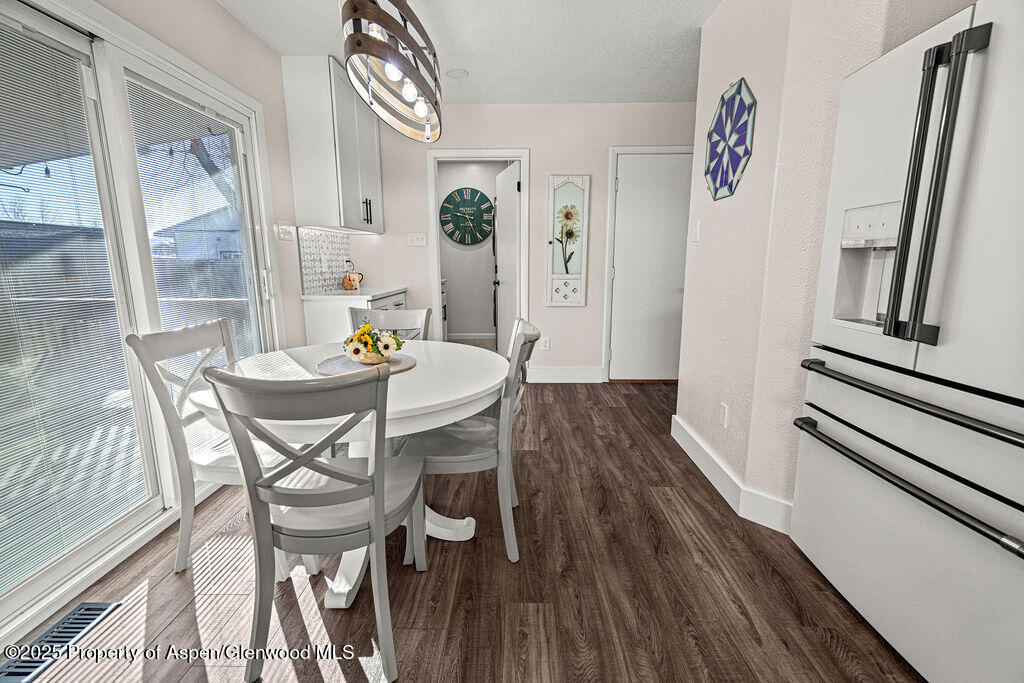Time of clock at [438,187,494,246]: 9:26
